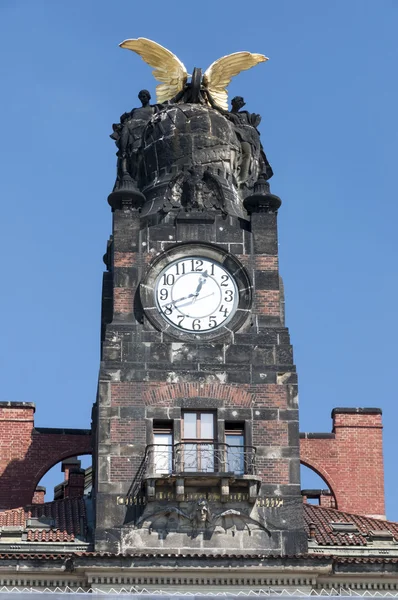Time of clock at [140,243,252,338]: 12:41
